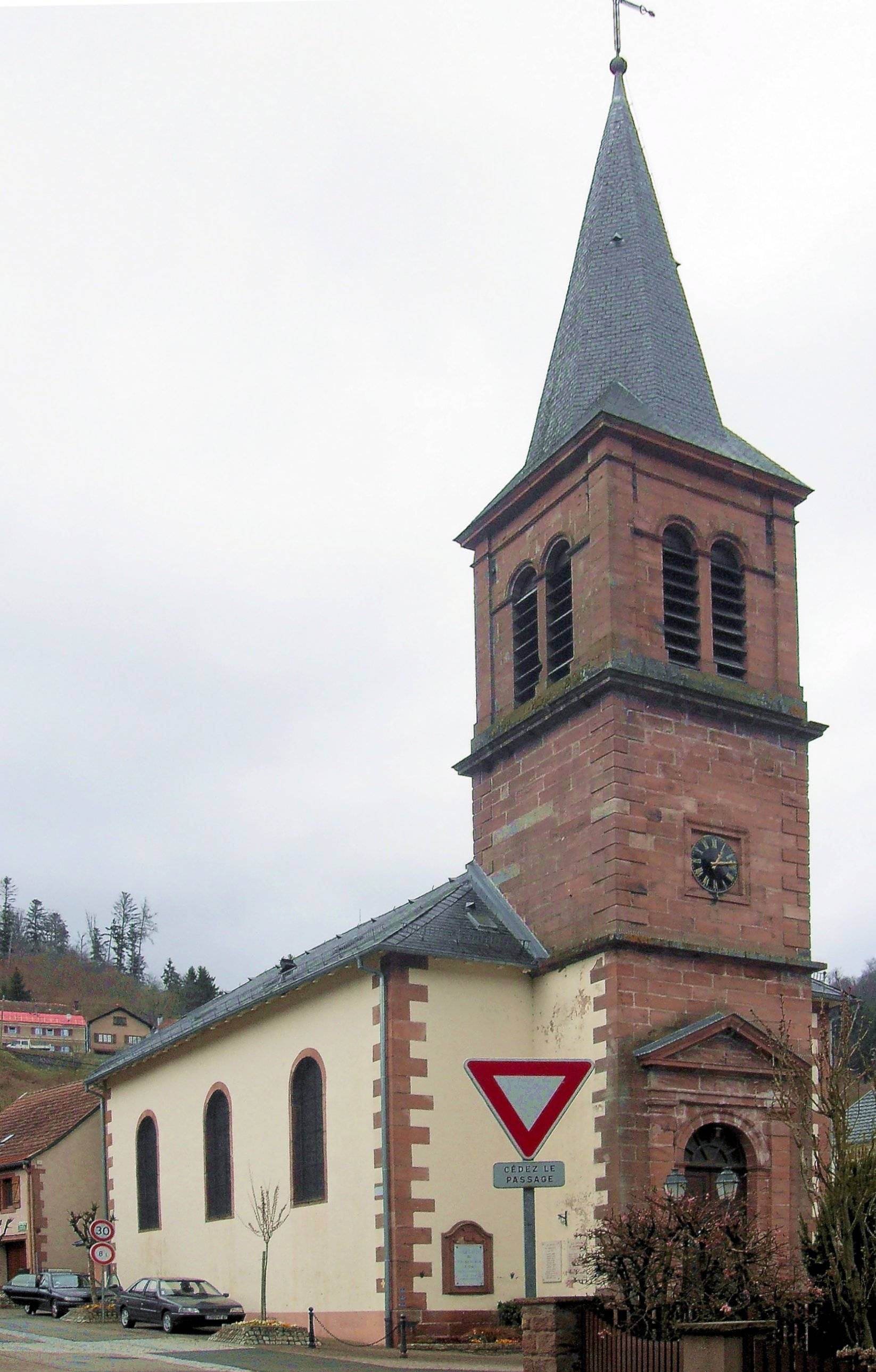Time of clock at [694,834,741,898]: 1:13
